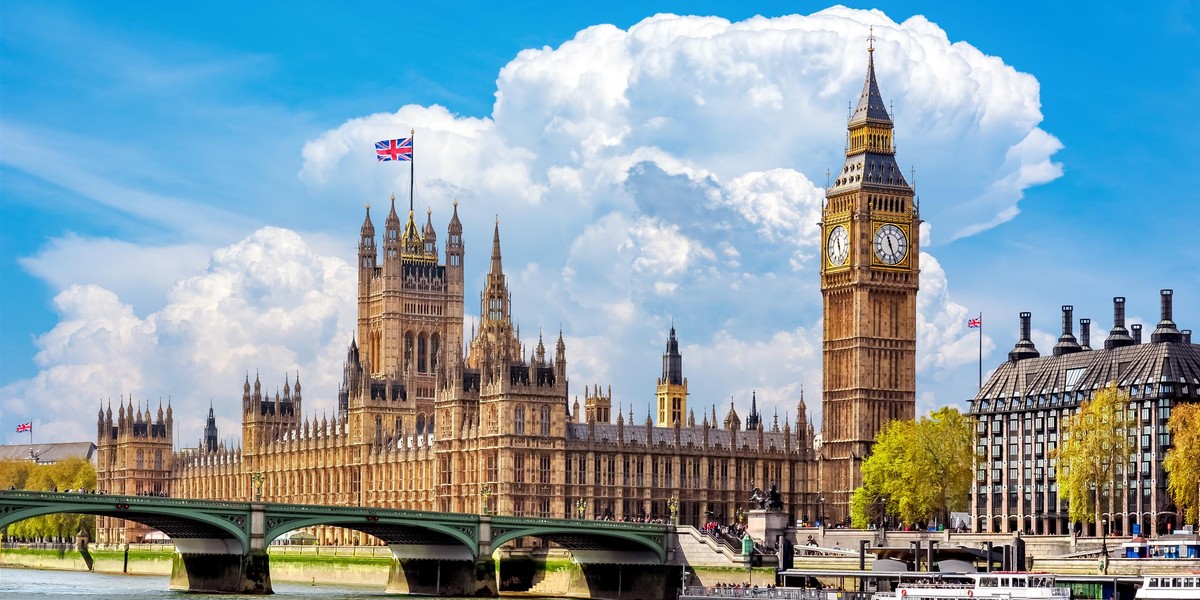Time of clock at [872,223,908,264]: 11:26
